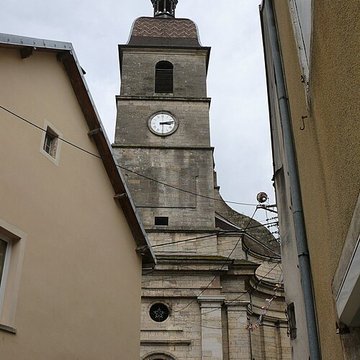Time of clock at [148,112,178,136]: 3:12
